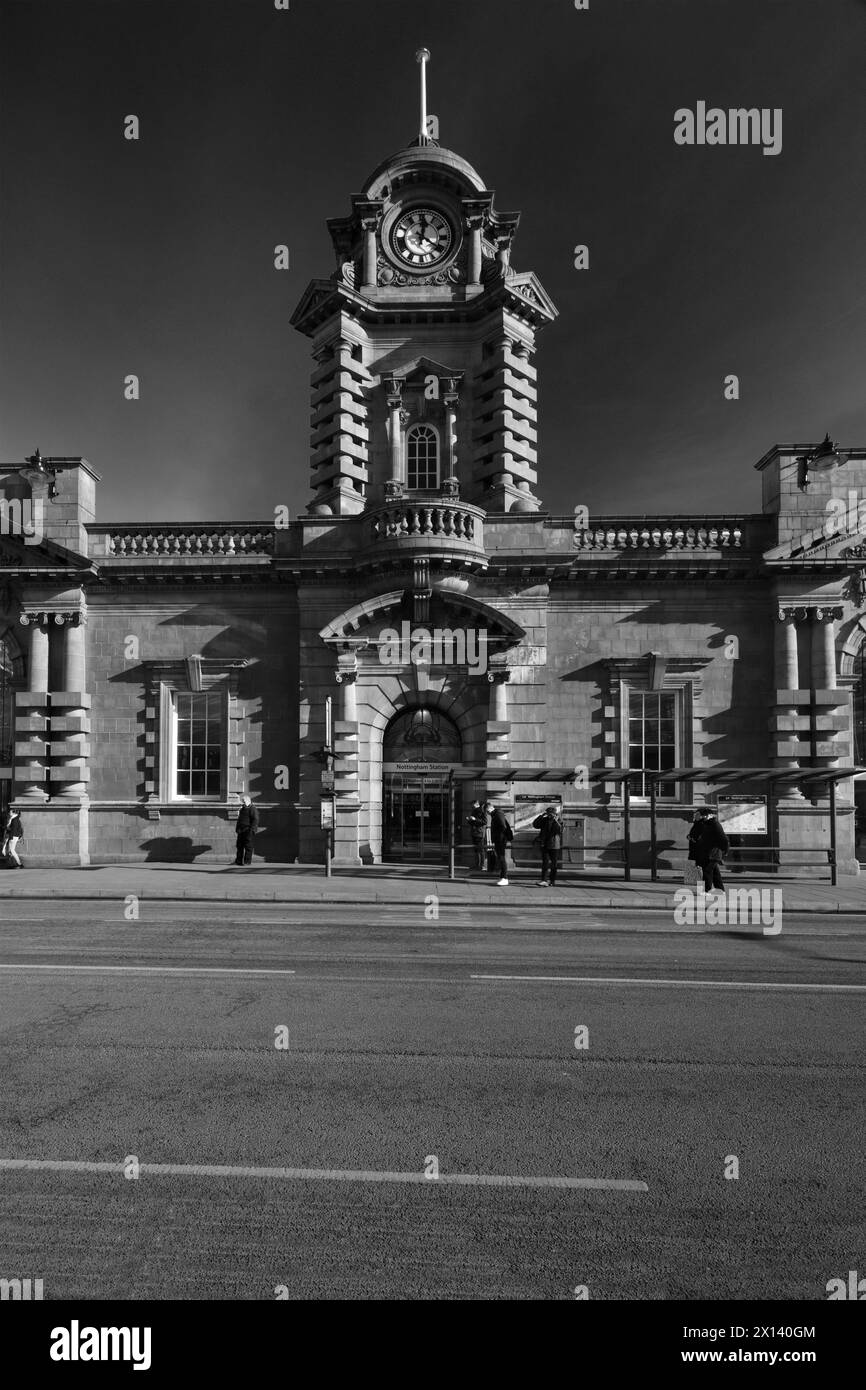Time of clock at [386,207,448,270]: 12:20
